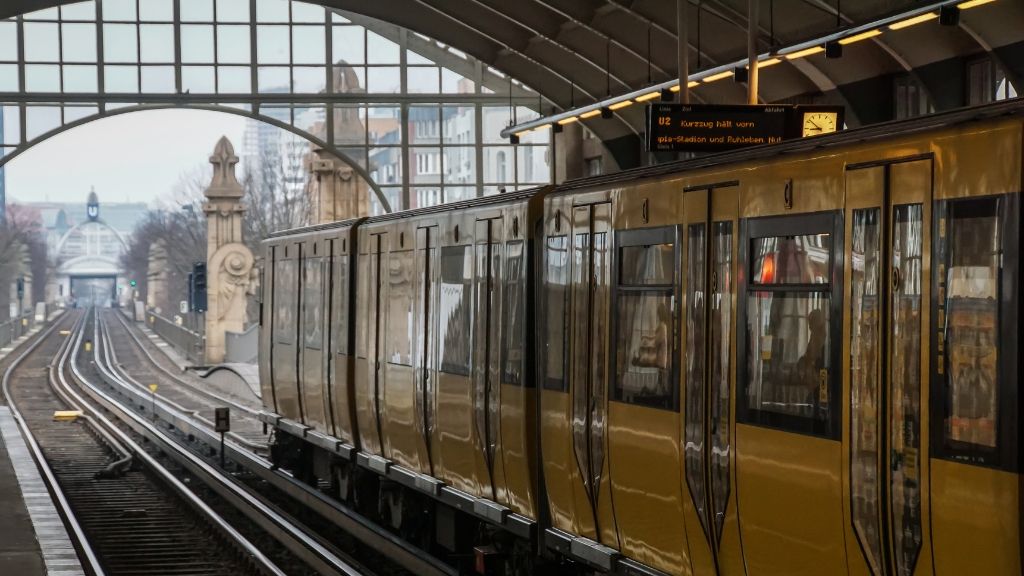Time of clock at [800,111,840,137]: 8:52
